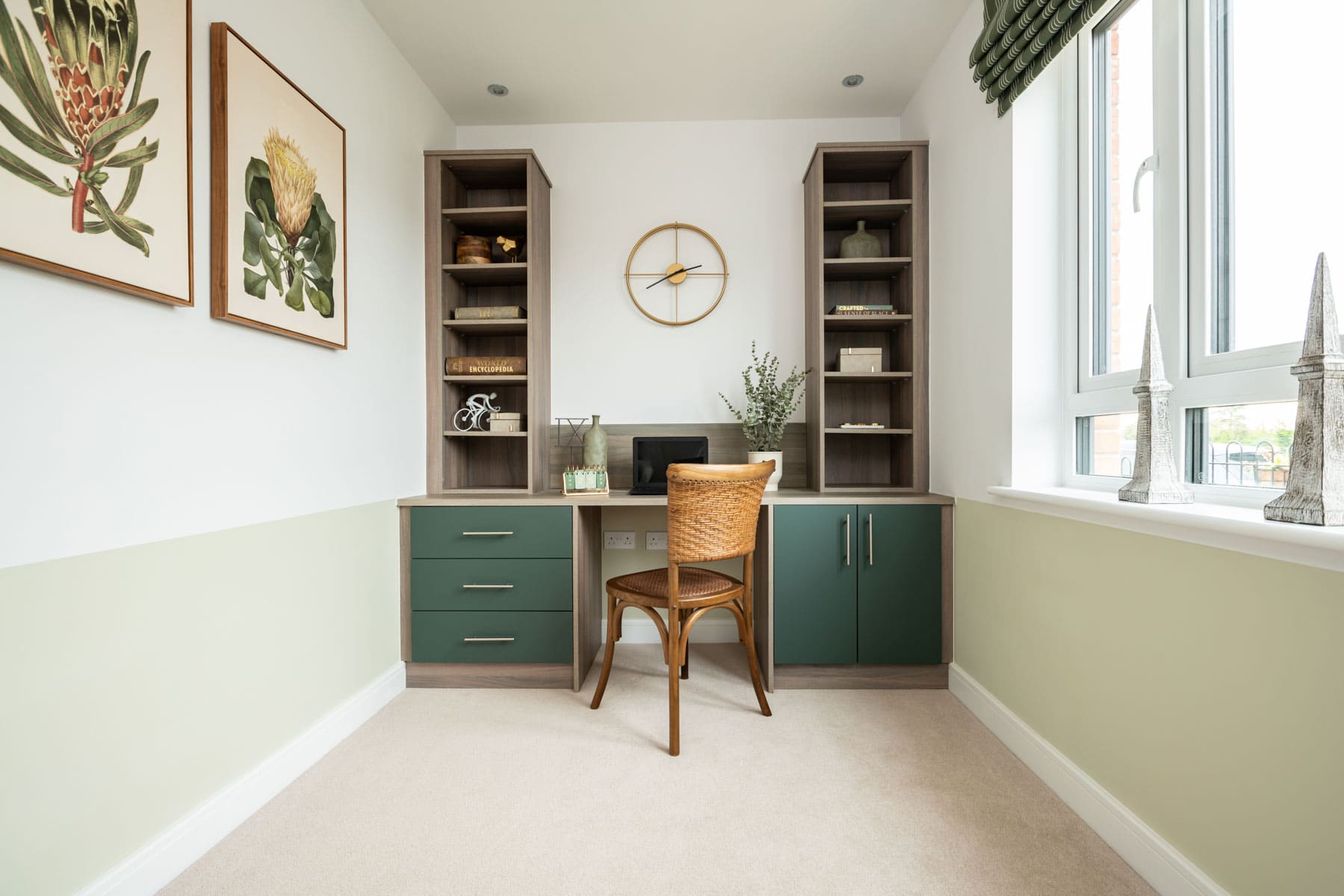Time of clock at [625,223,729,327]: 2:40
